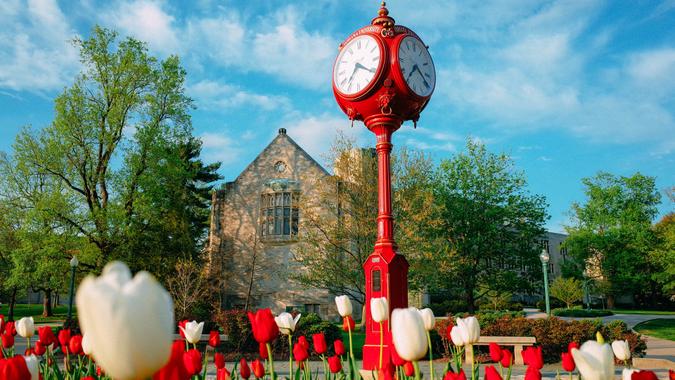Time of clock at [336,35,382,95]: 7:20
